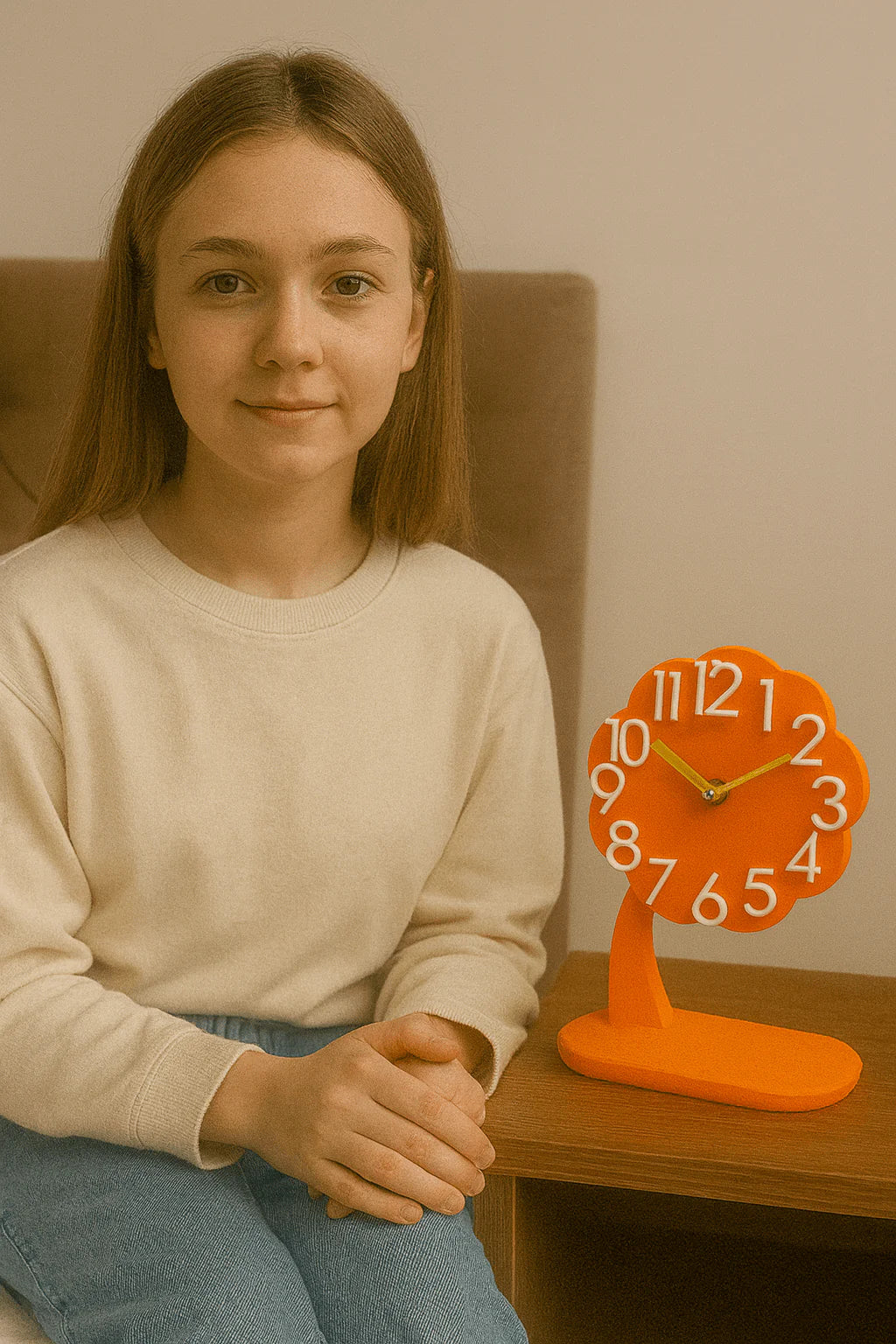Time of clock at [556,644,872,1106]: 10:10
